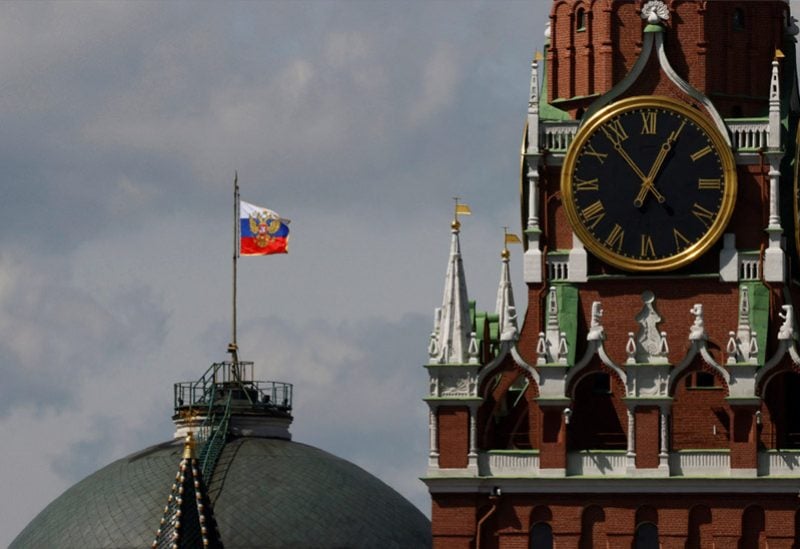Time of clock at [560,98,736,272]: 12:53
